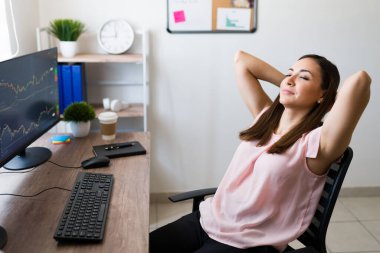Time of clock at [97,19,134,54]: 11:44
